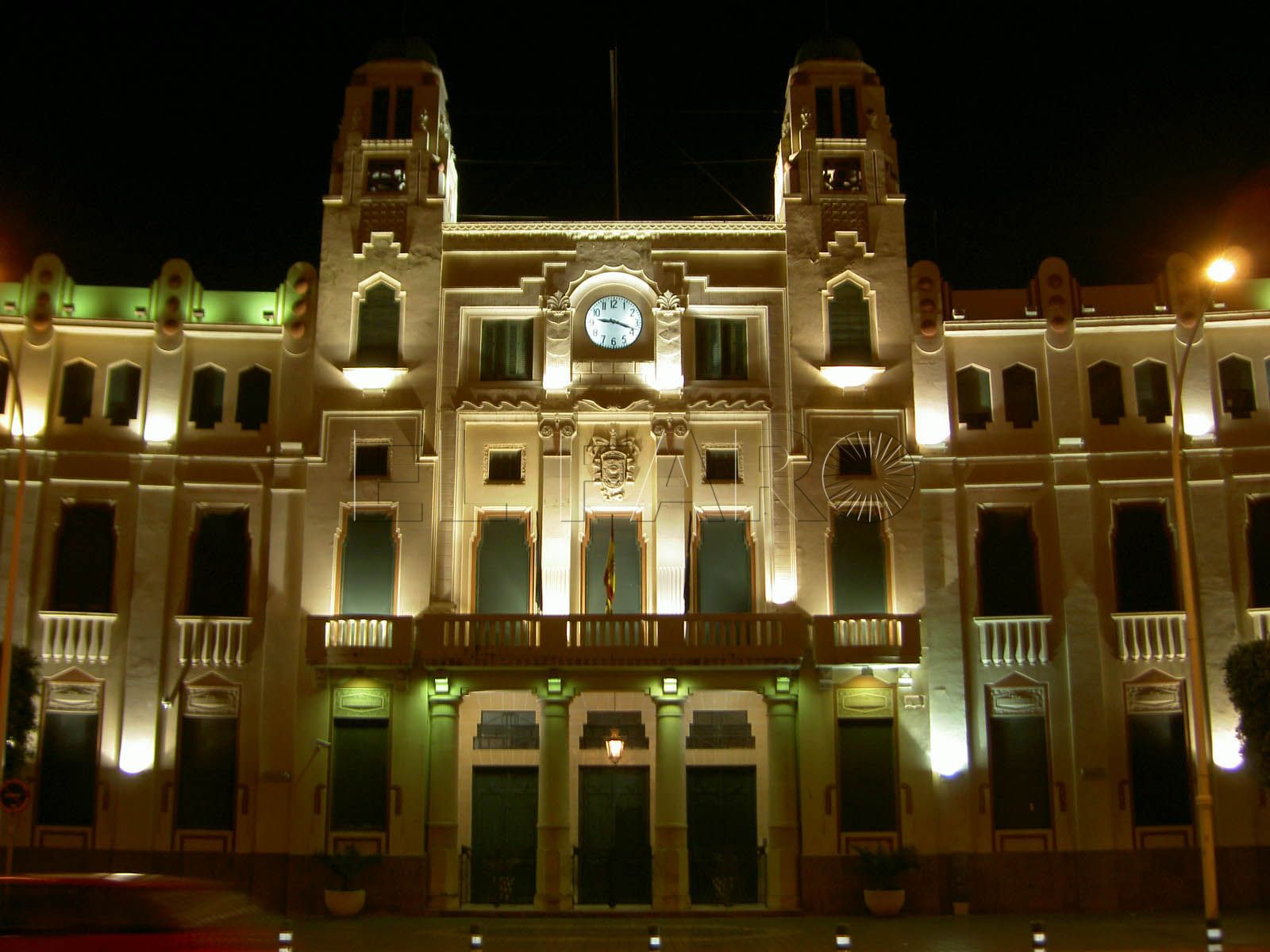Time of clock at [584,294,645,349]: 9:18
